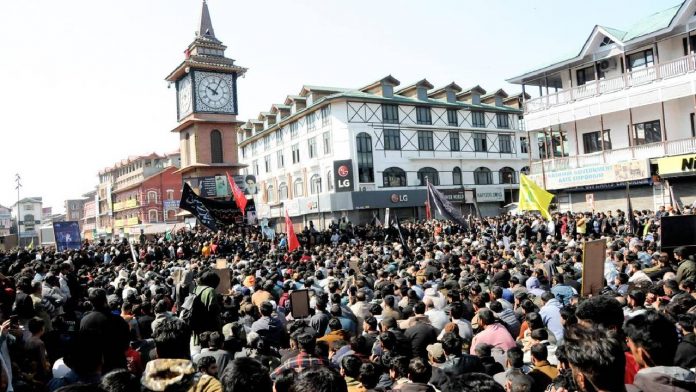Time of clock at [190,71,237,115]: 10:04
